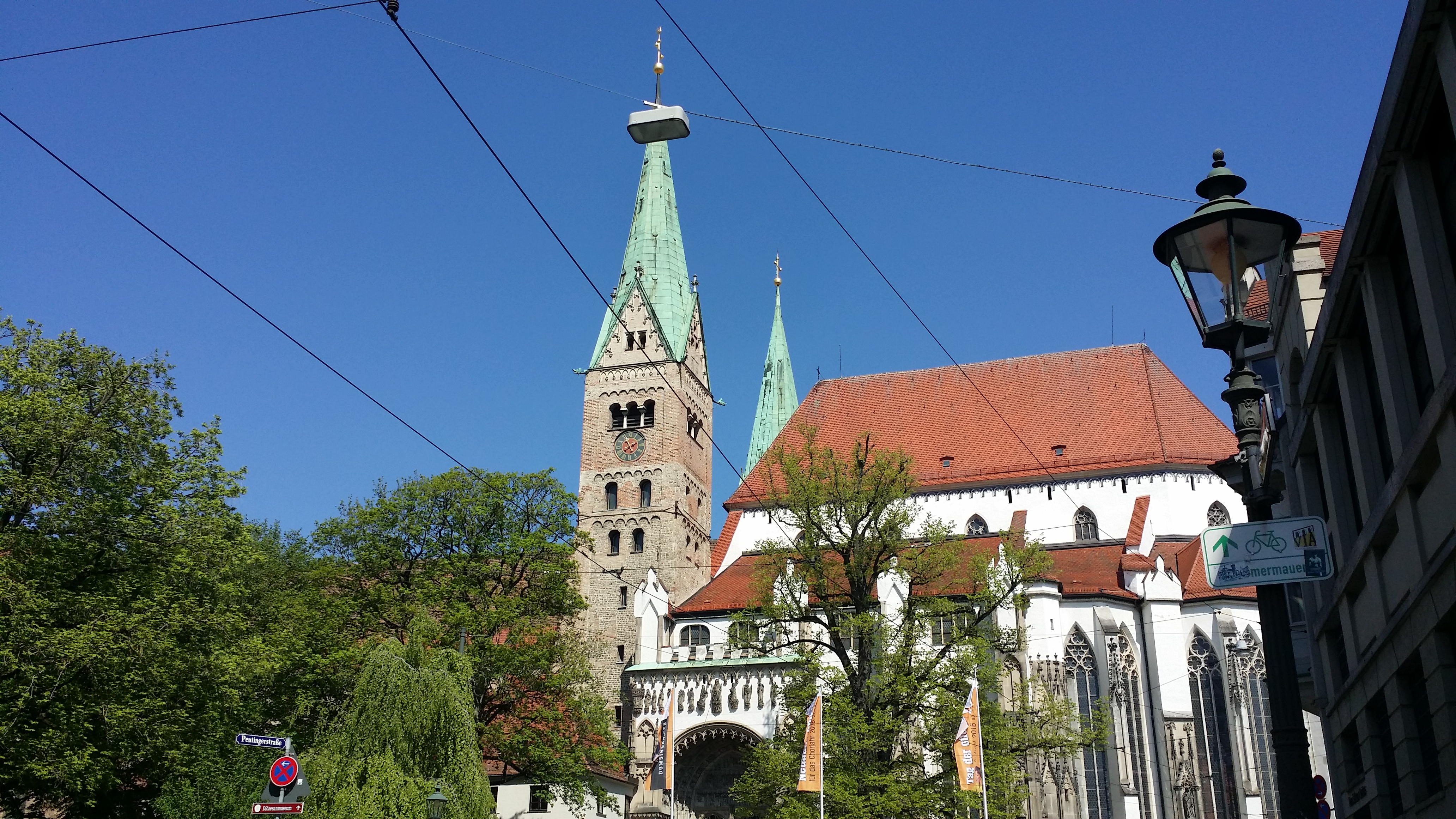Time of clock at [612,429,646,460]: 1:56
